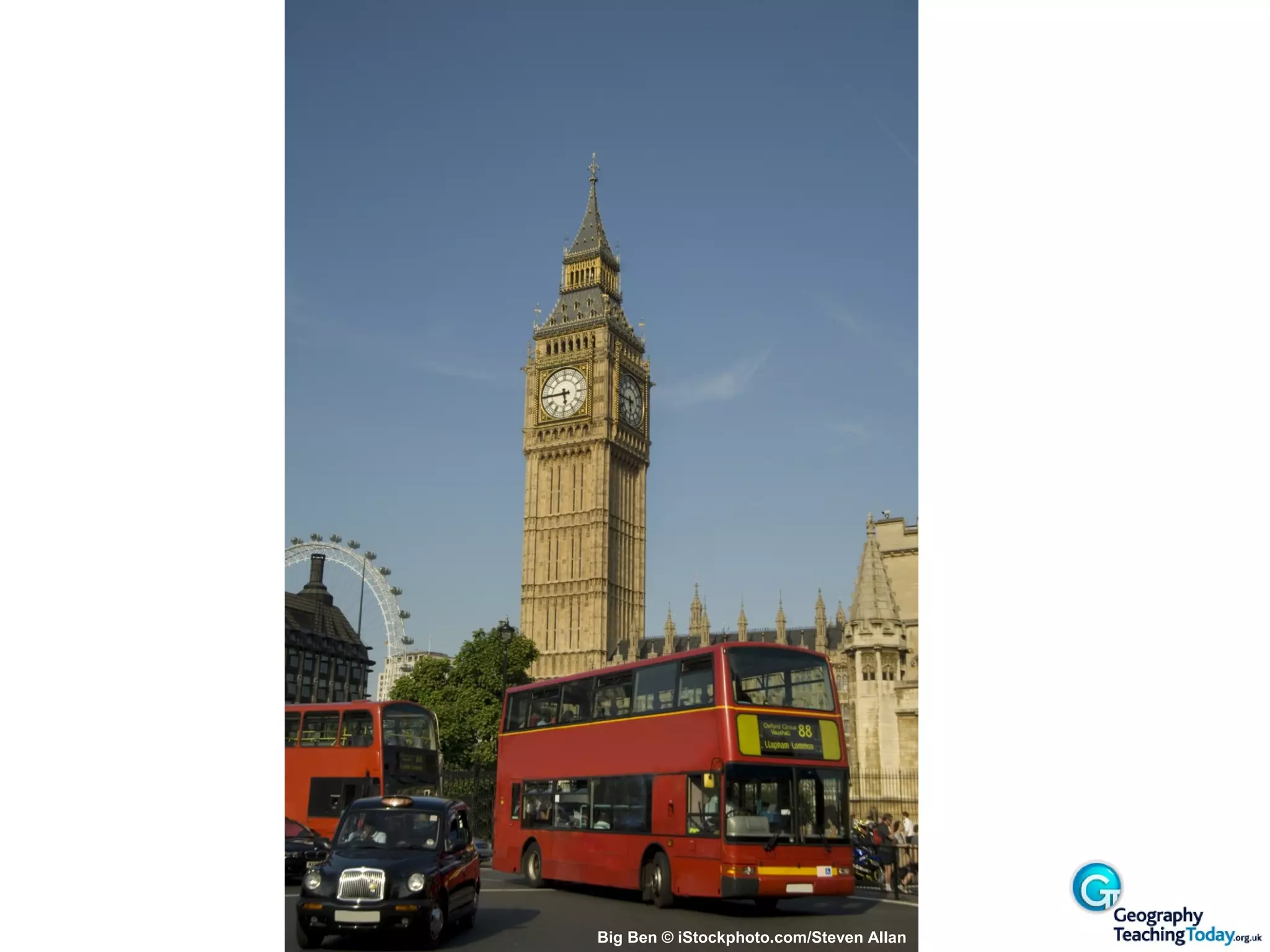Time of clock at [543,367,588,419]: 5:44
